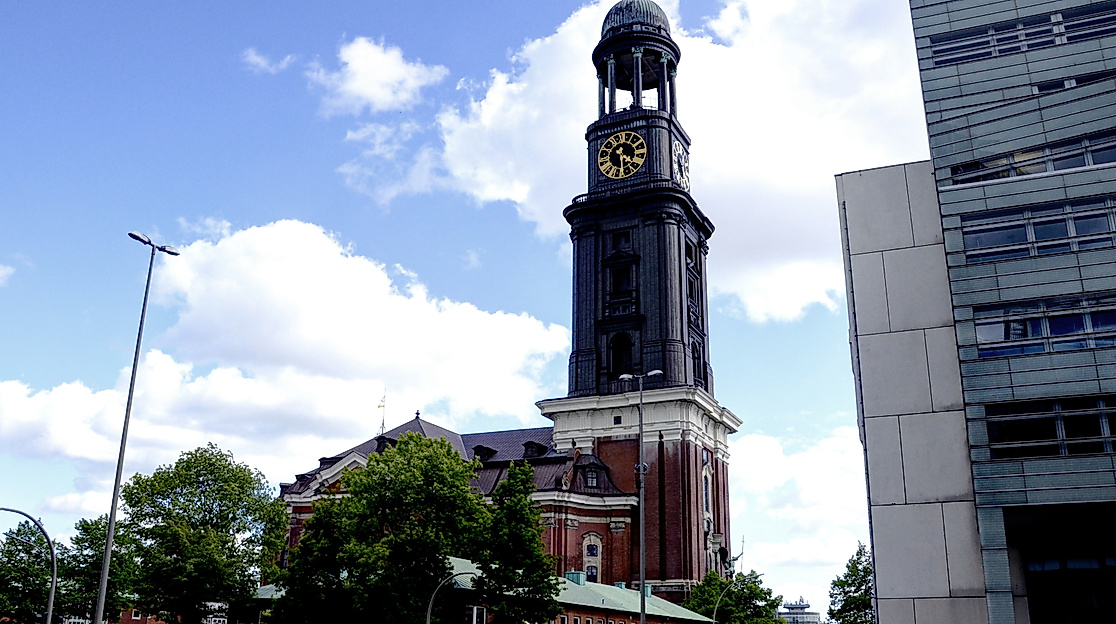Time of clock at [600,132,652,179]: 4:29
